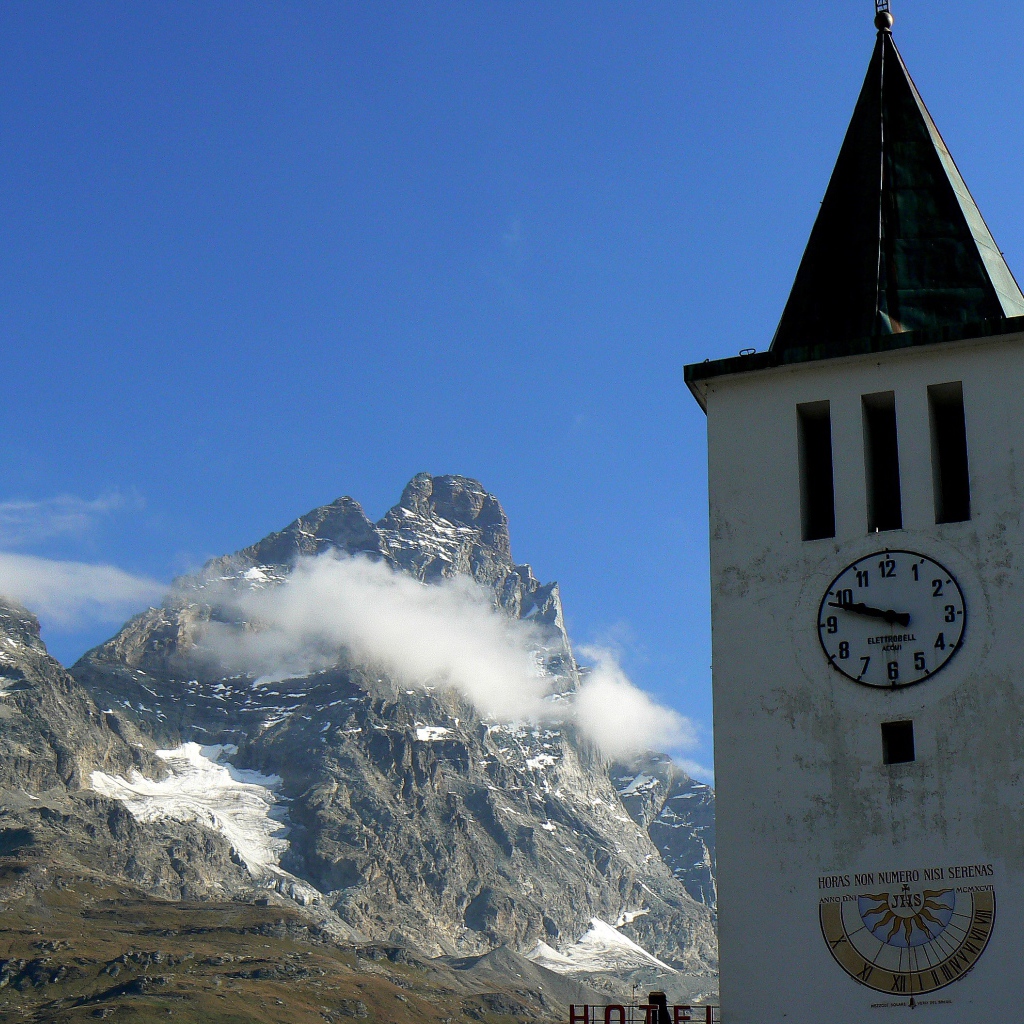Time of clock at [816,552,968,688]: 9:48
